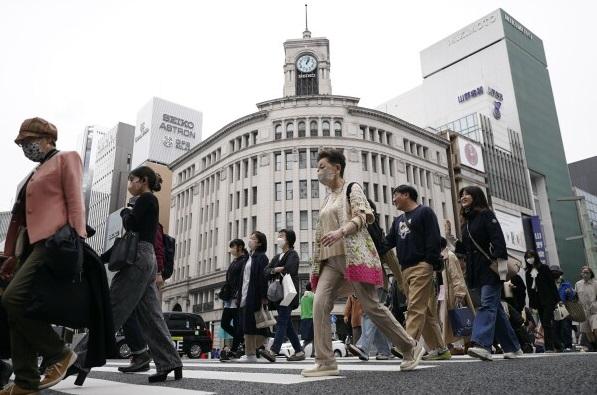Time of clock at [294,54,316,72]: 1:02
